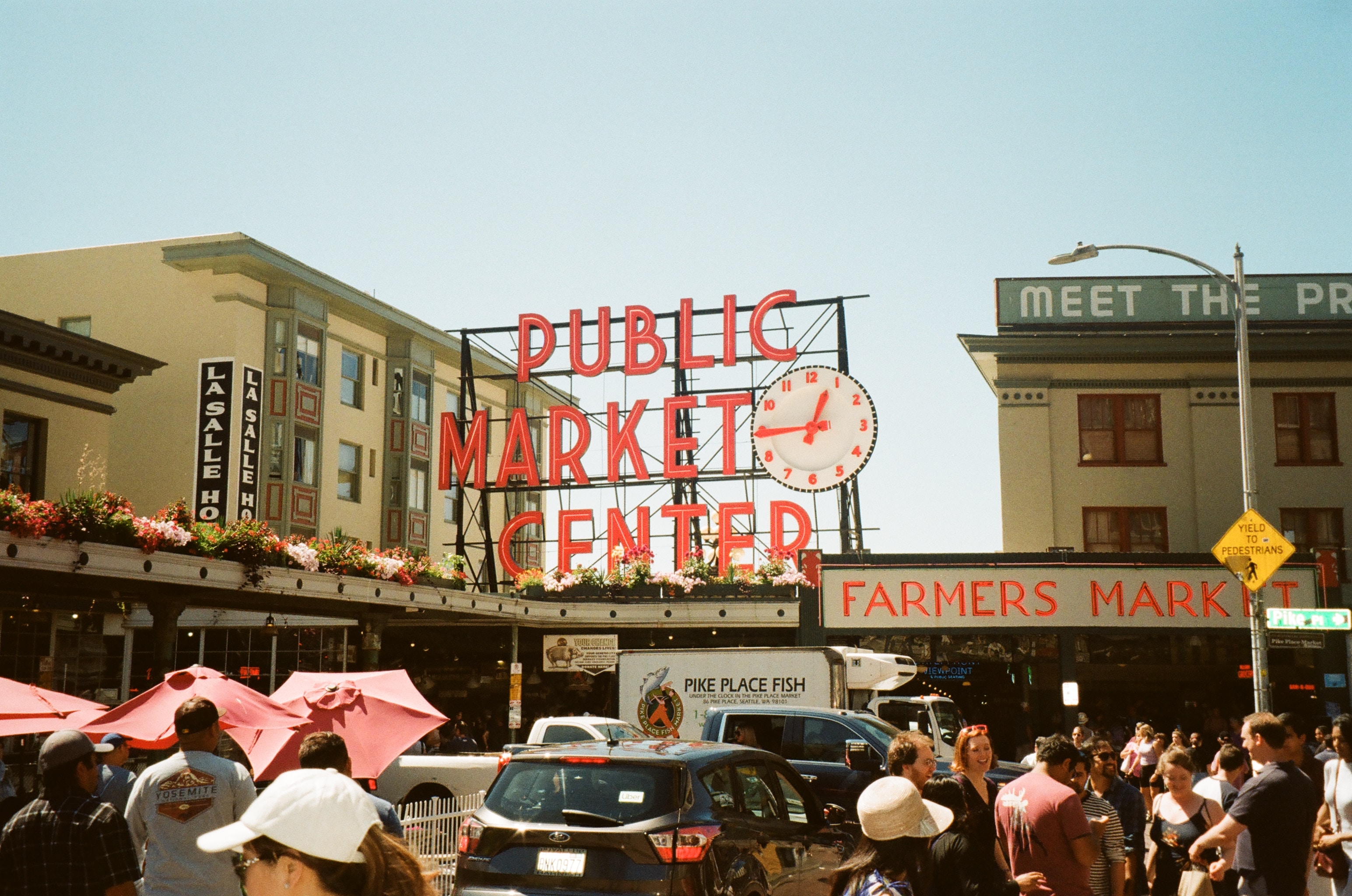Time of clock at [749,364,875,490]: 12:44
